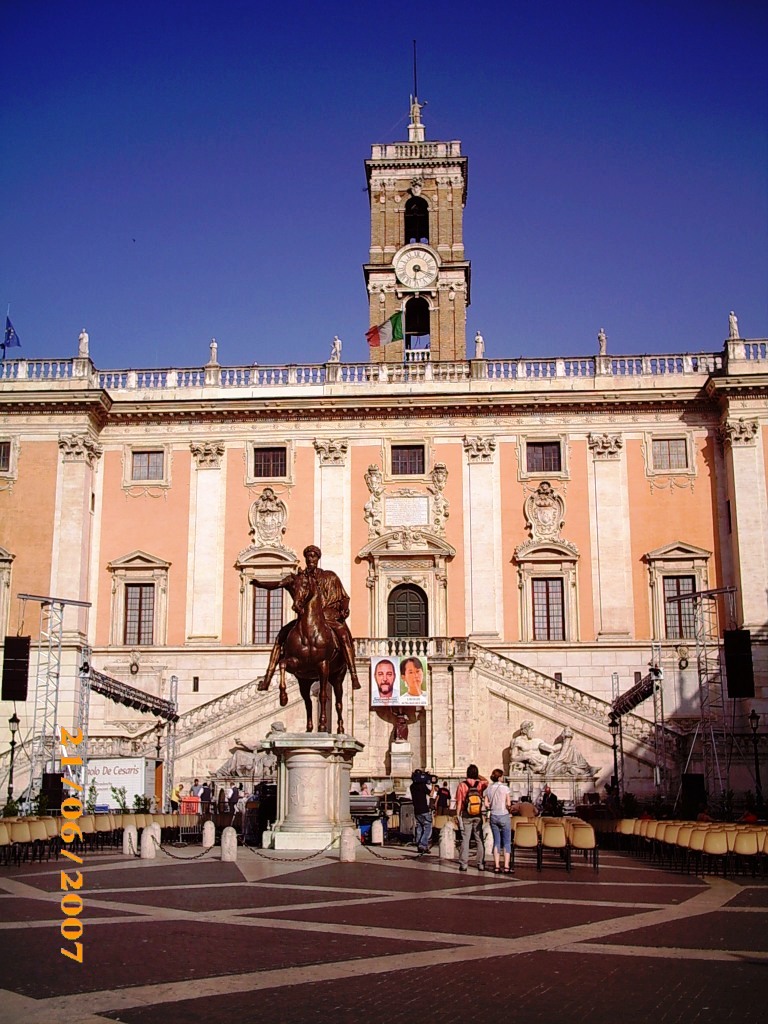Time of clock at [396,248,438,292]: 6:18
